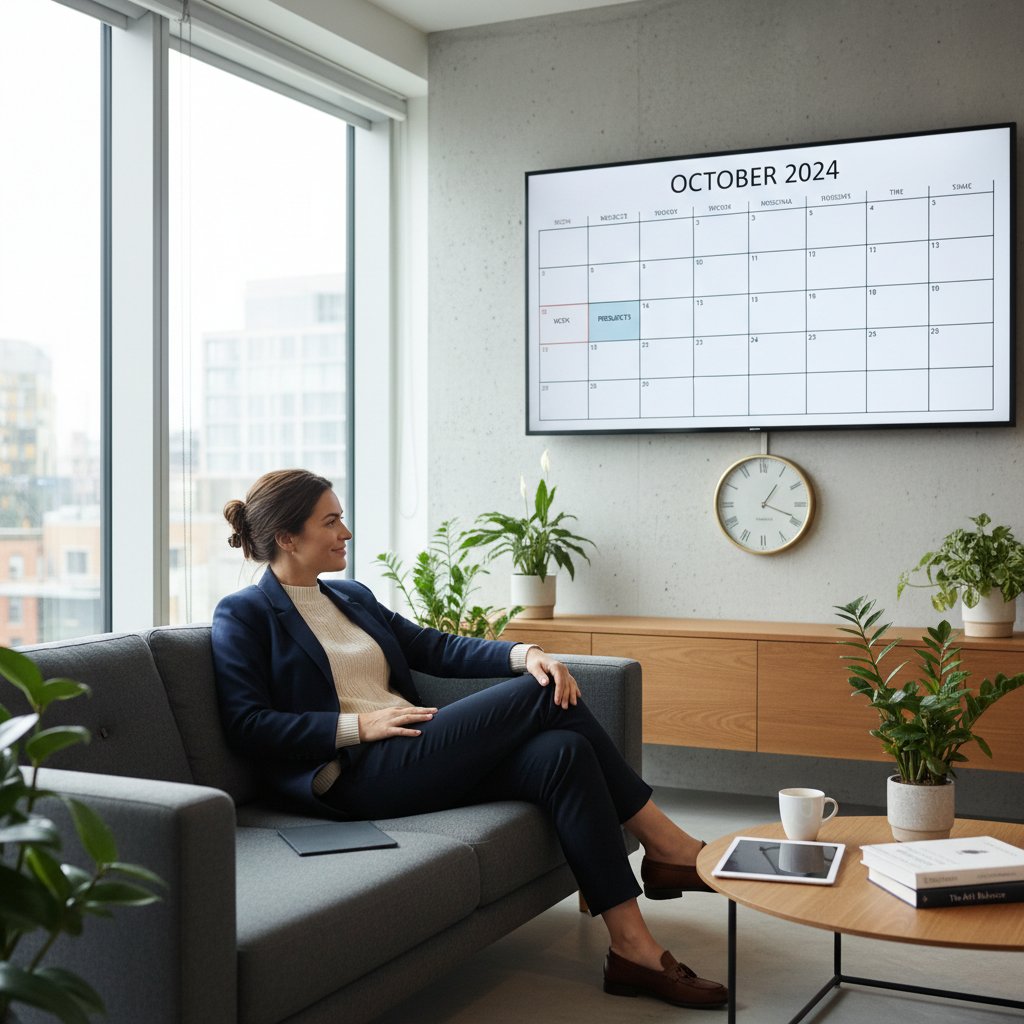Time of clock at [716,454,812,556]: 1:18
